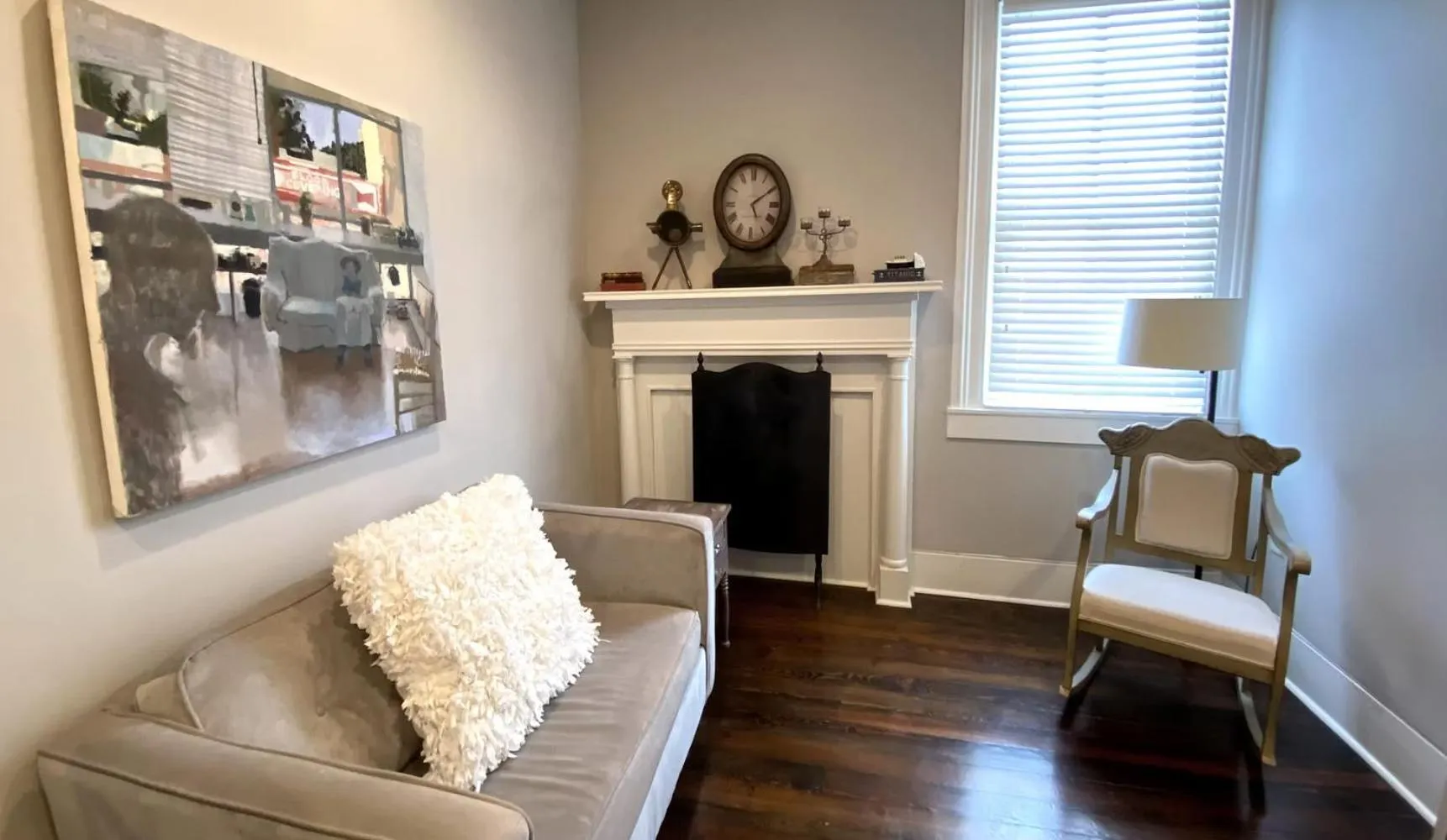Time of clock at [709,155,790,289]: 5:09
